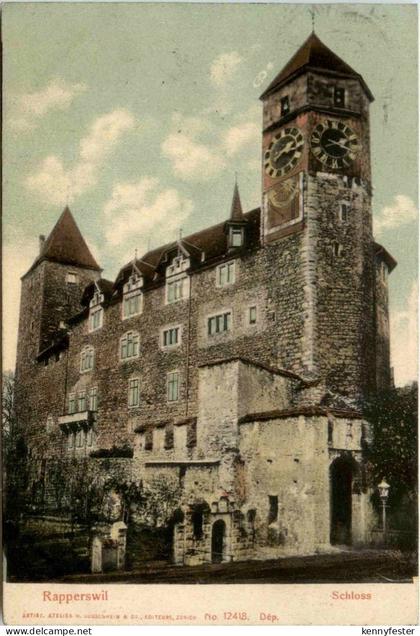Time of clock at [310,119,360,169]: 2:18
